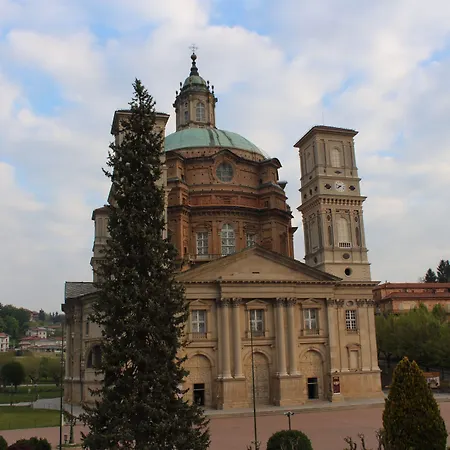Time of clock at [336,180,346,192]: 7:48
